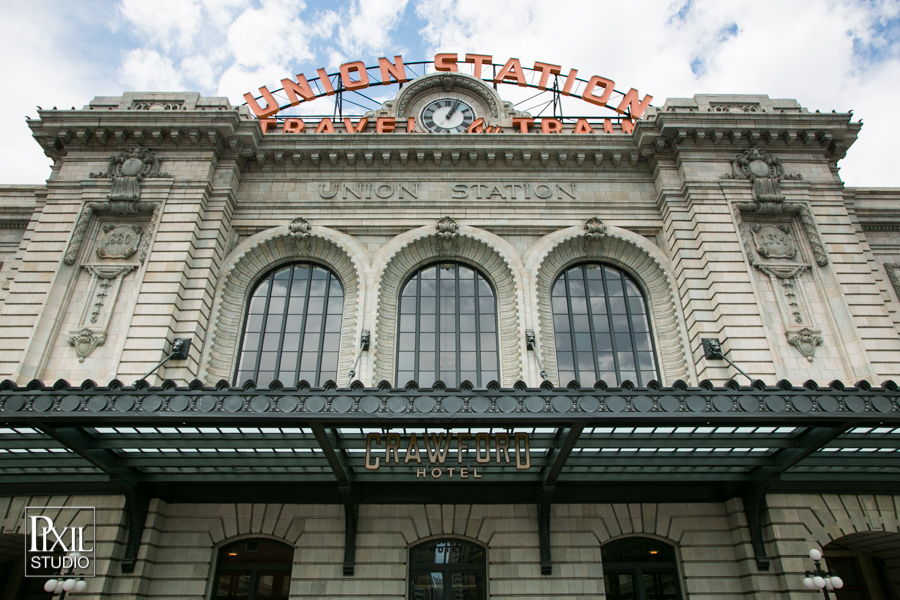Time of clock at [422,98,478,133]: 1:03
